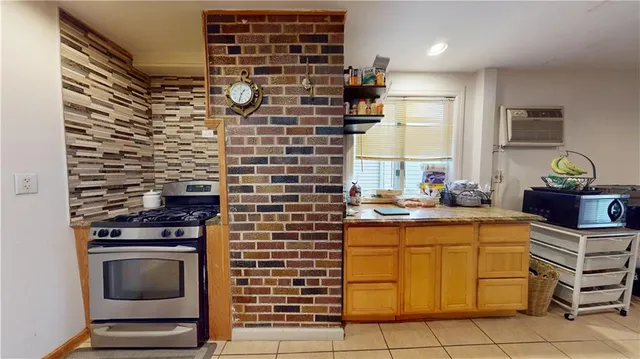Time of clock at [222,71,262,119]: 1:32
